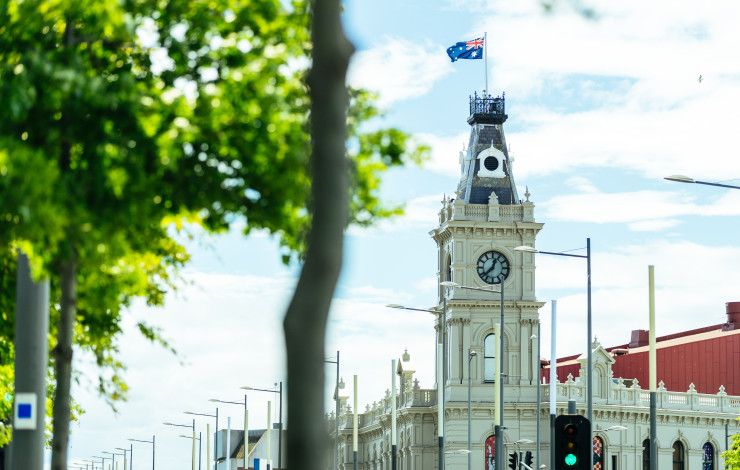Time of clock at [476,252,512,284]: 12:37
